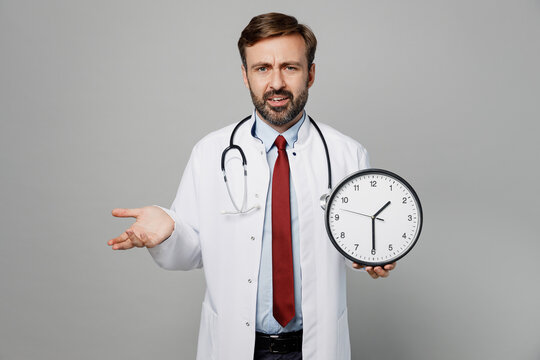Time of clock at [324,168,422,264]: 1:29
